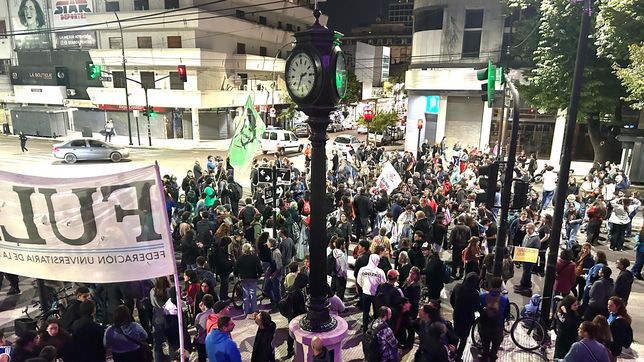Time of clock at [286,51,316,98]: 2:34
